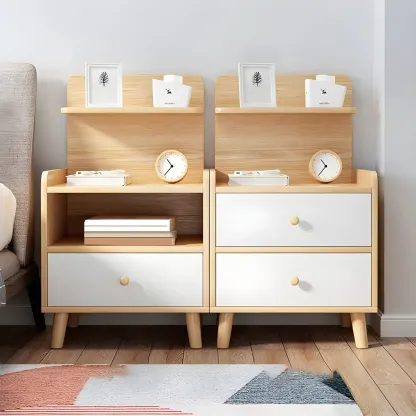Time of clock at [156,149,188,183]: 10:36
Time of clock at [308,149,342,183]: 10:36
